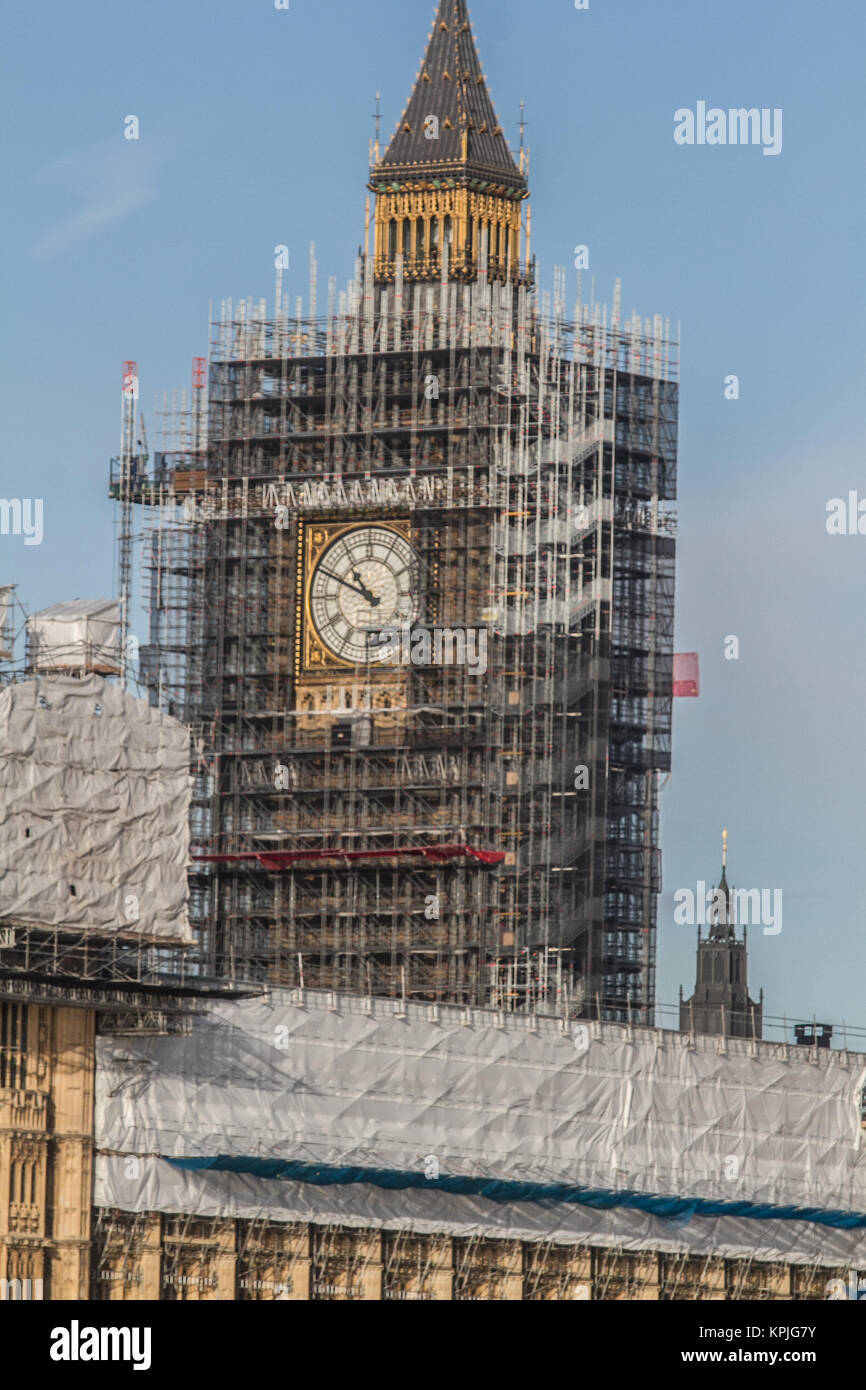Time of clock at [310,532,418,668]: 10:49
